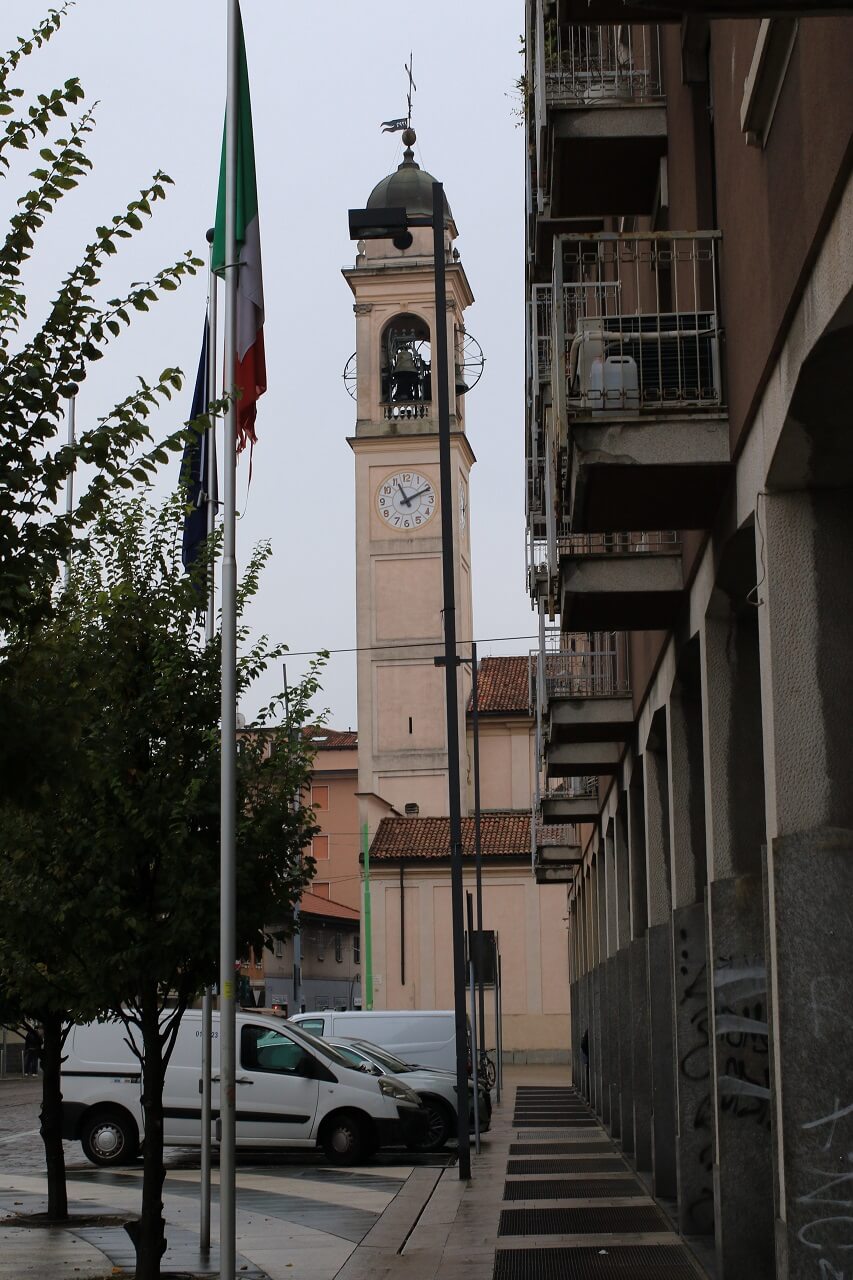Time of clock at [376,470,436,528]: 11:10
